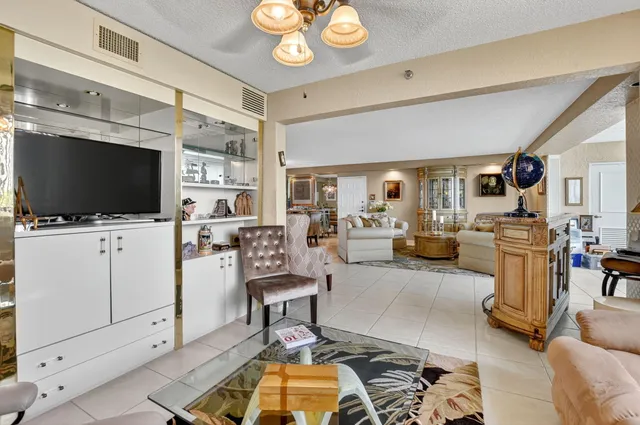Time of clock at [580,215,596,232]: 12:37
